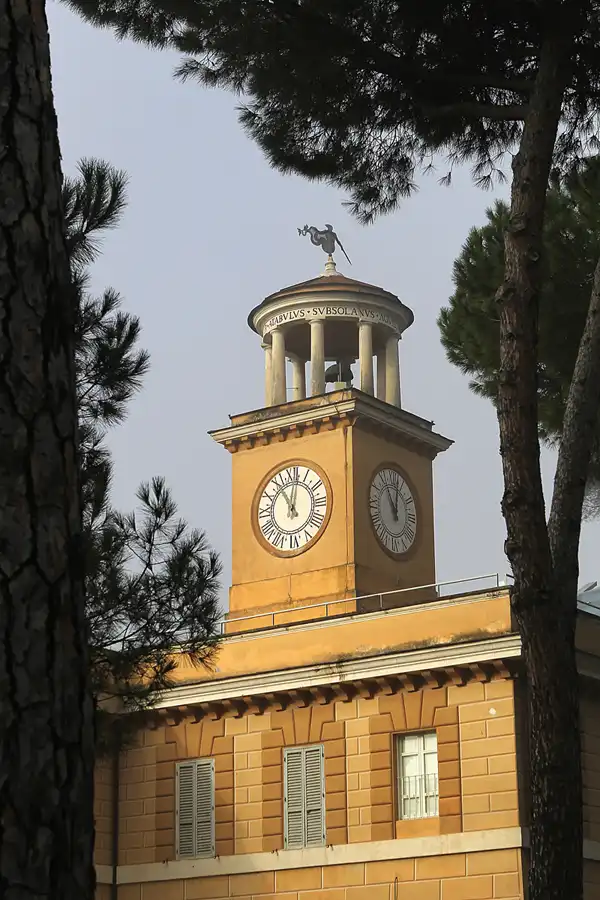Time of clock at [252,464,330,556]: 11:01
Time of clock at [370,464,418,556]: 11:03
